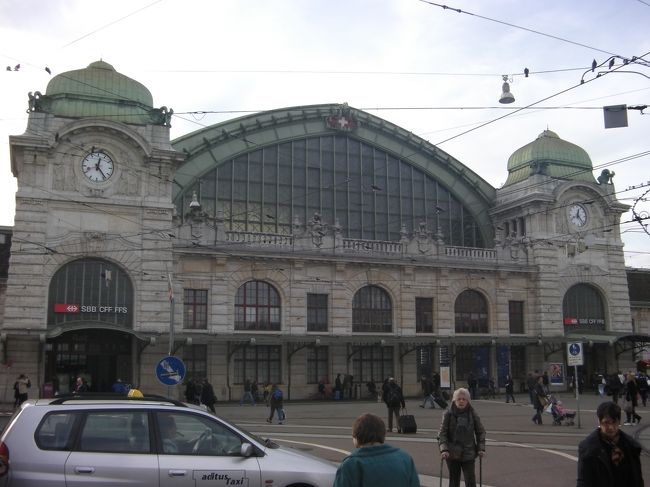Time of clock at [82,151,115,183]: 12:23
